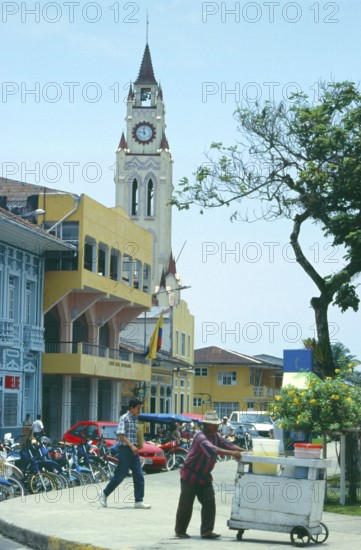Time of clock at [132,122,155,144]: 11:46
